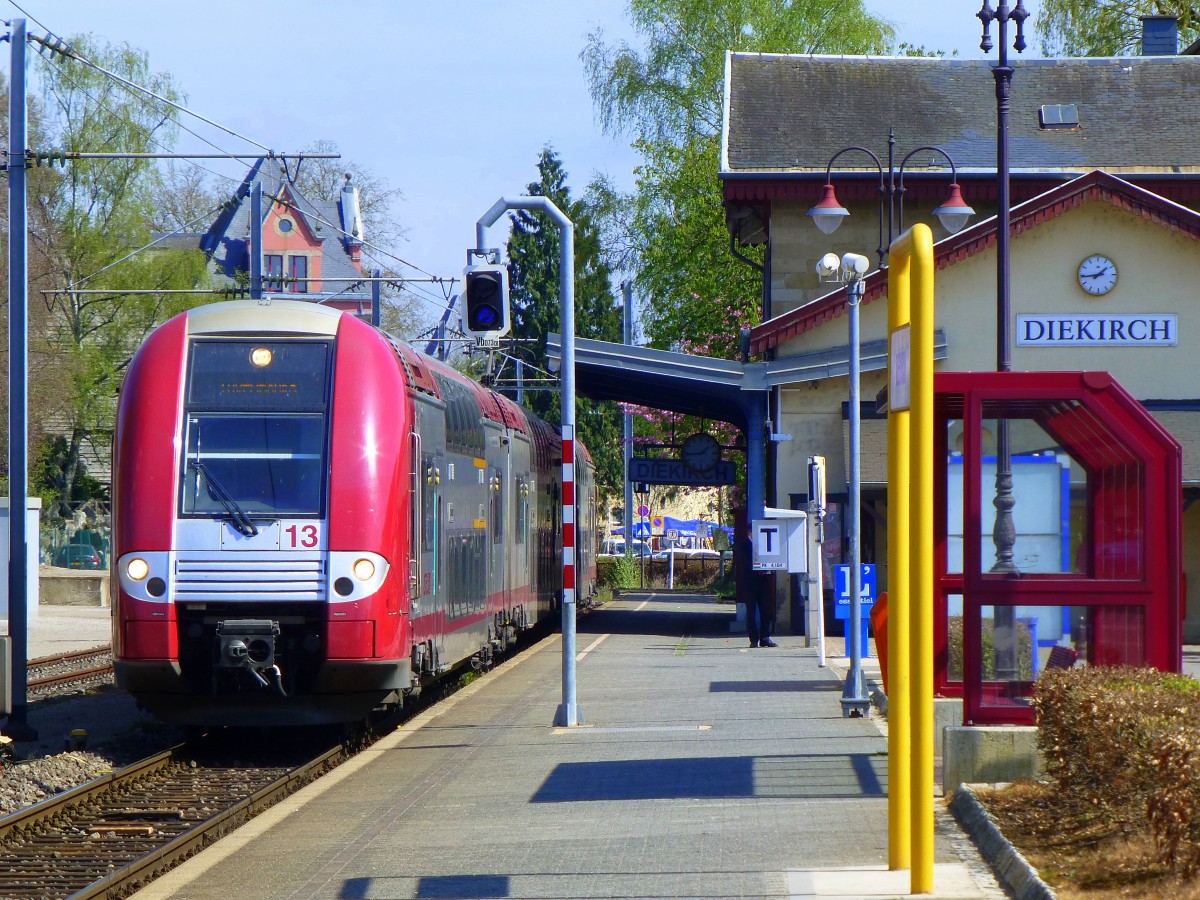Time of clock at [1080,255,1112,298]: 1:44
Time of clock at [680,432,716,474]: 1:43
